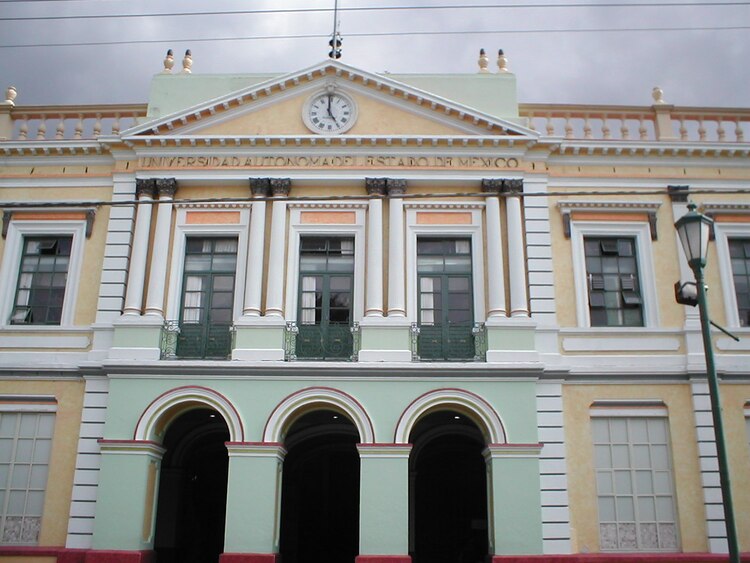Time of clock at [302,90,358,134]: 4:59
